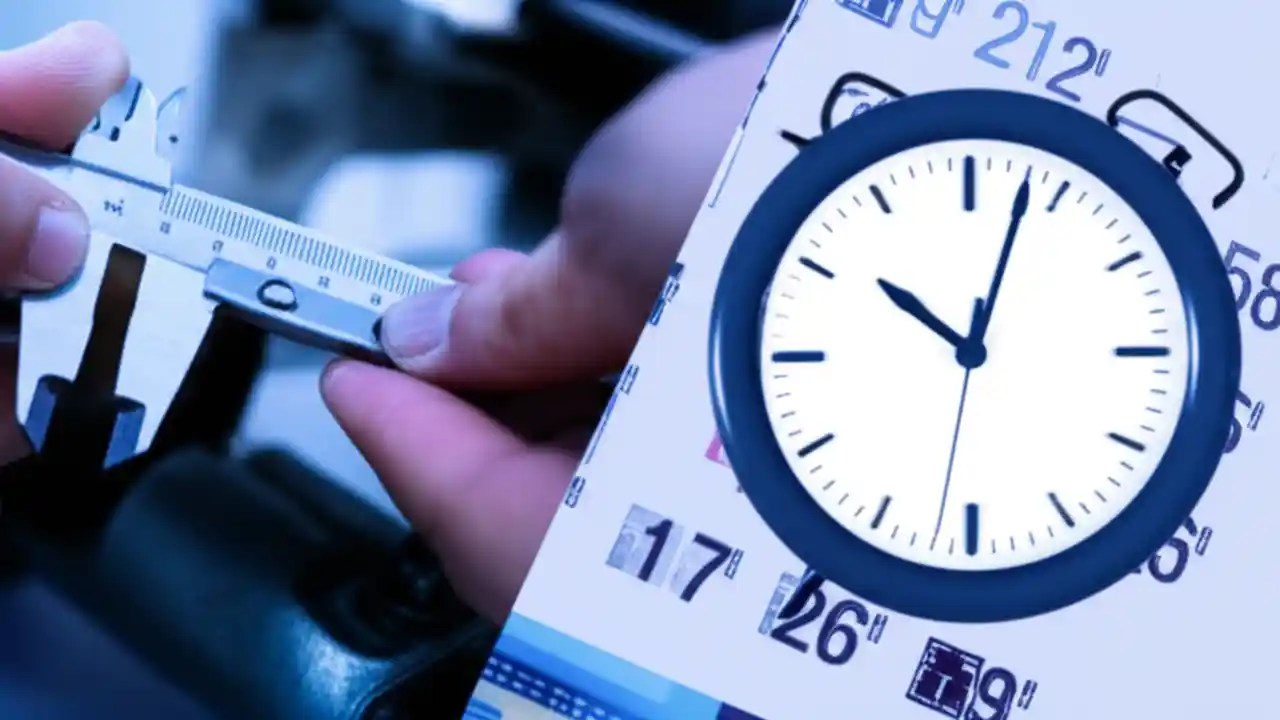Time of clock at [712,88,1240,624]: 10:03
